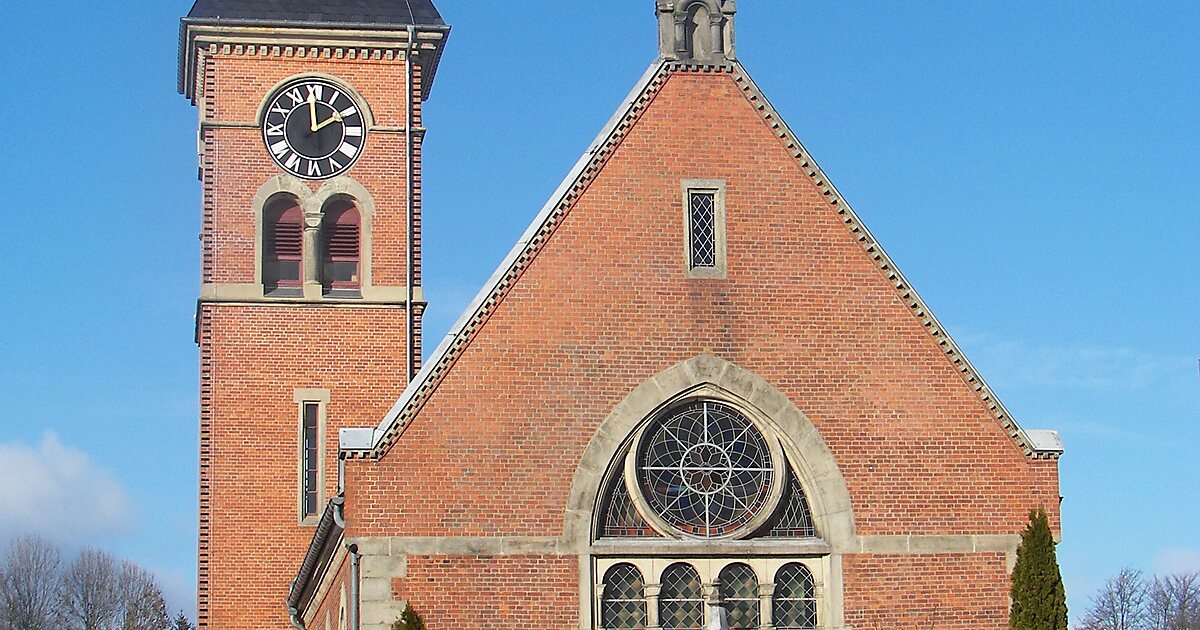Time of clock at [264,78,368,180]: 1:59
